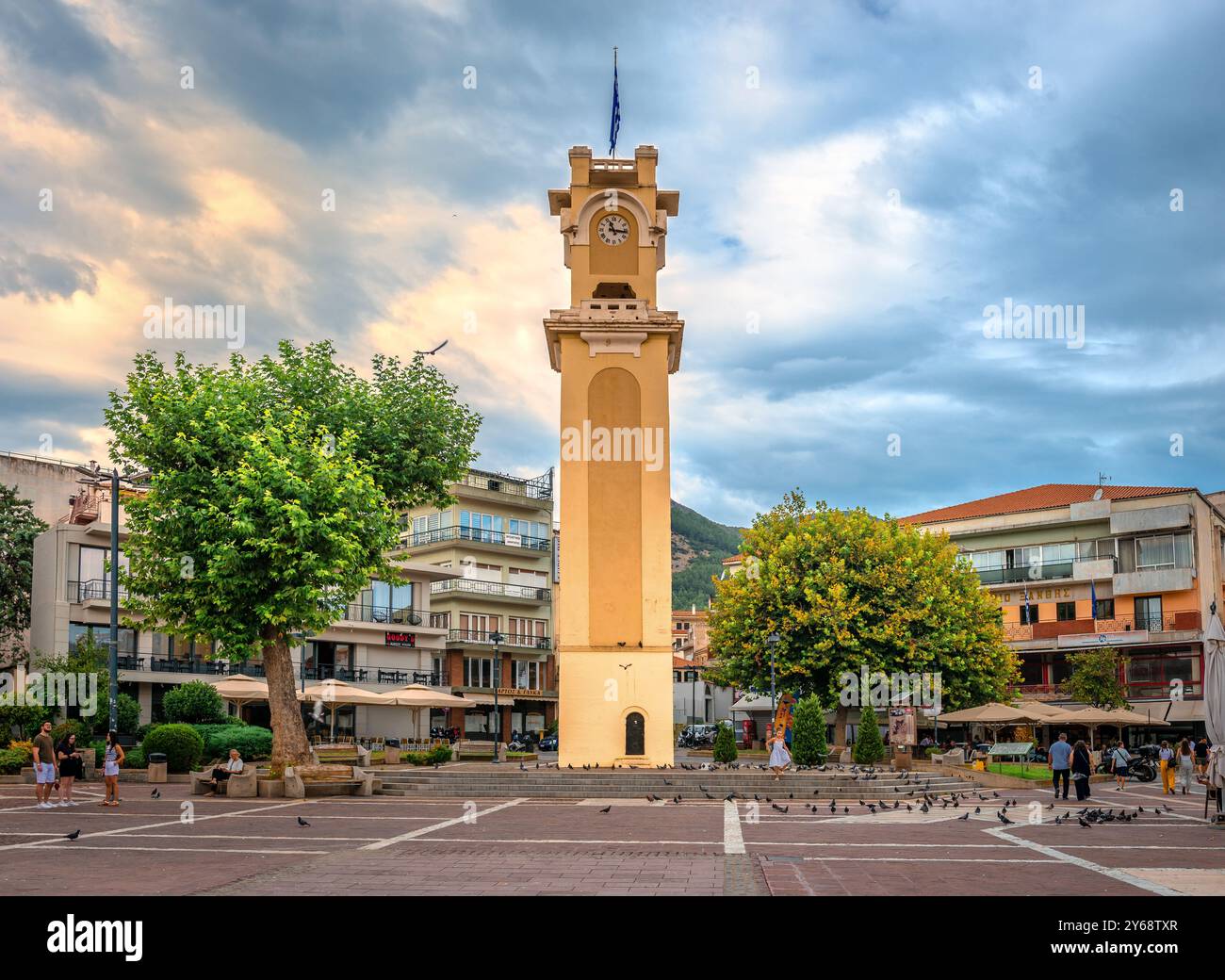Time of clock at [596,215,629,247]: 11:16
